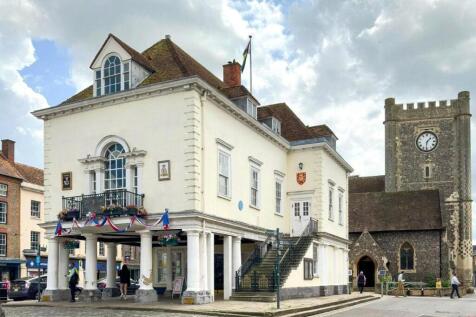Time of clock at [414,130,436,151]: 1:31
